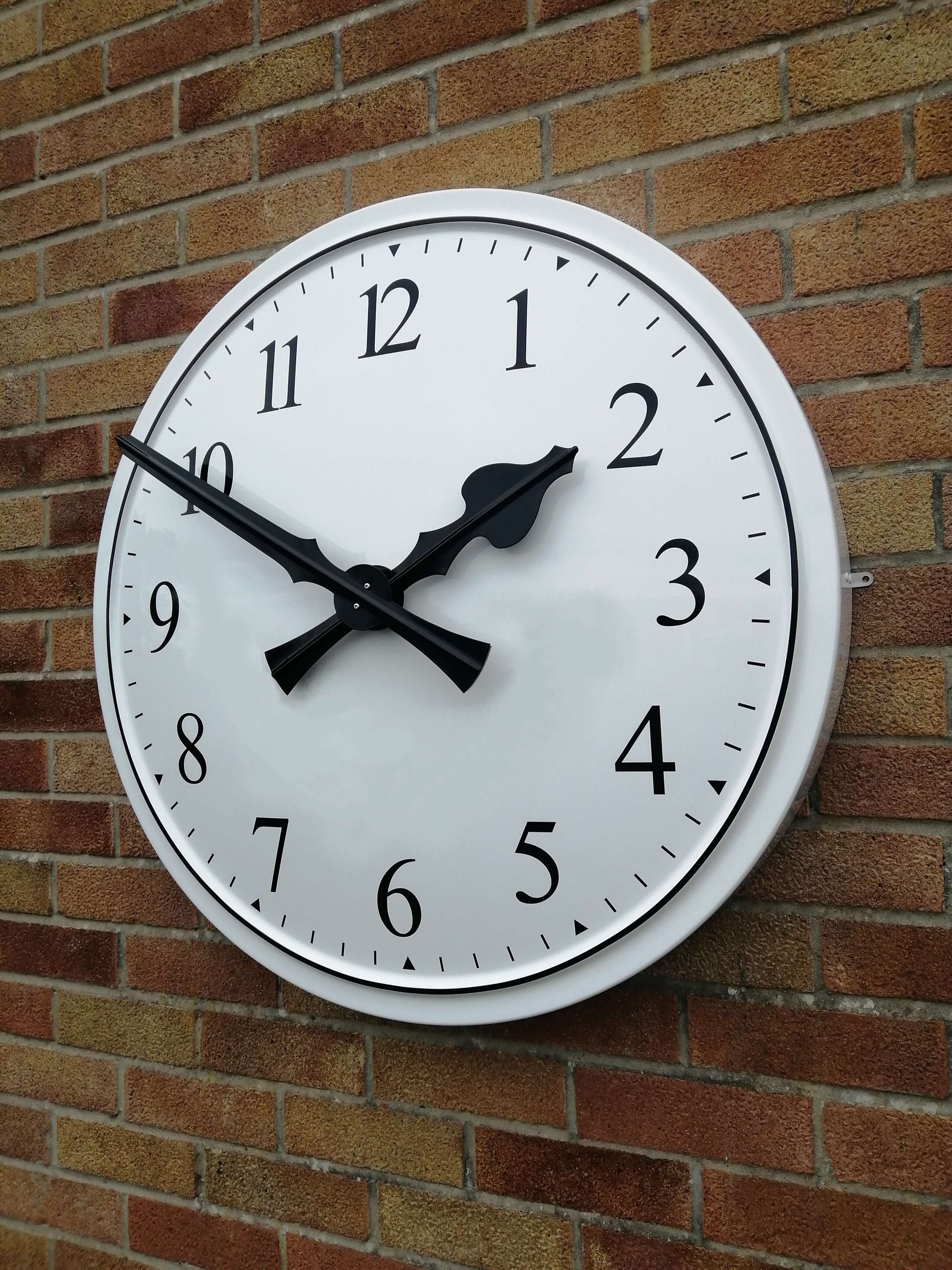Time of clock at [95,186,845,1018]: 1:50
